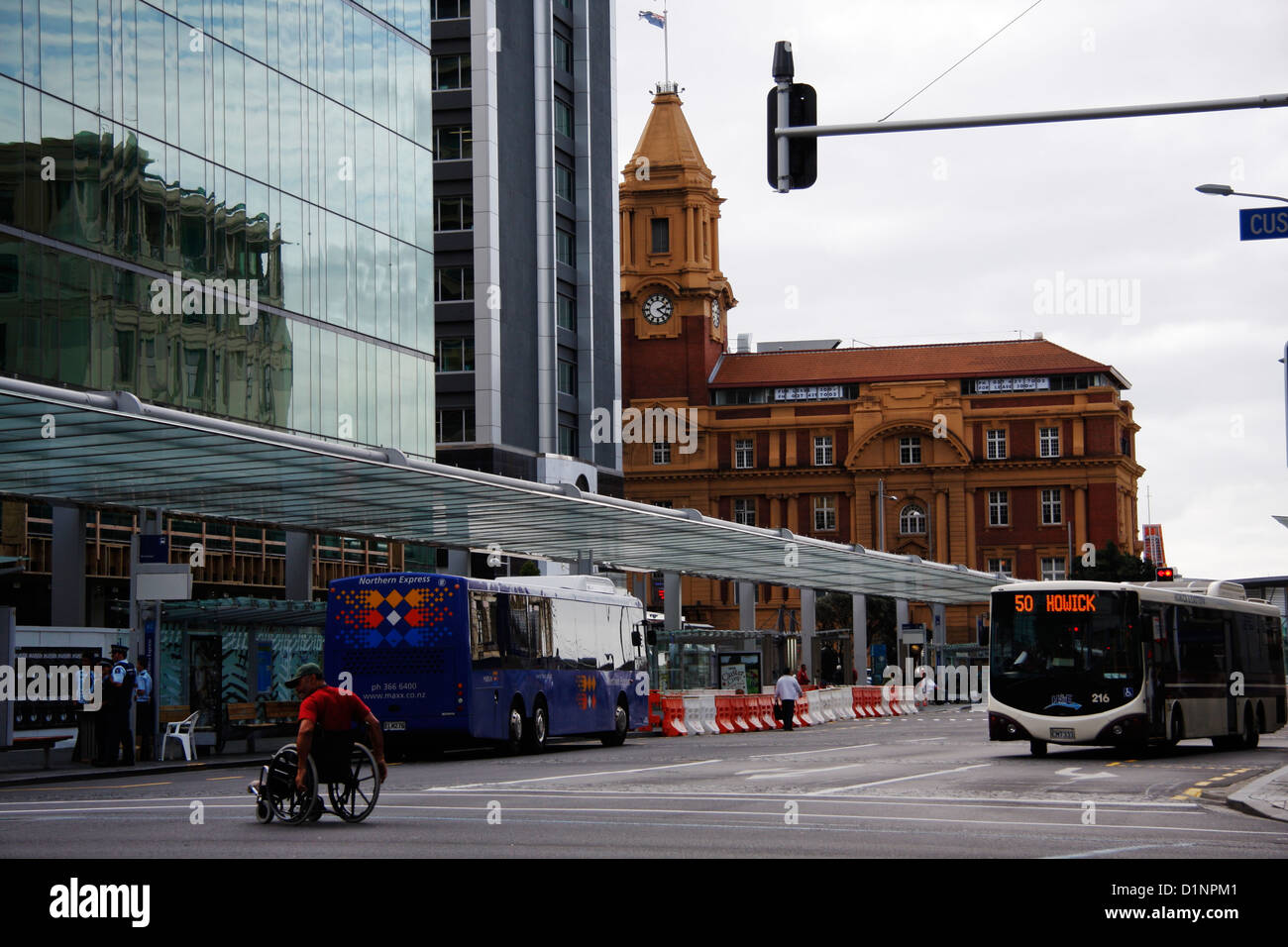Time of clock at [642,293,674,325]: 2:21
